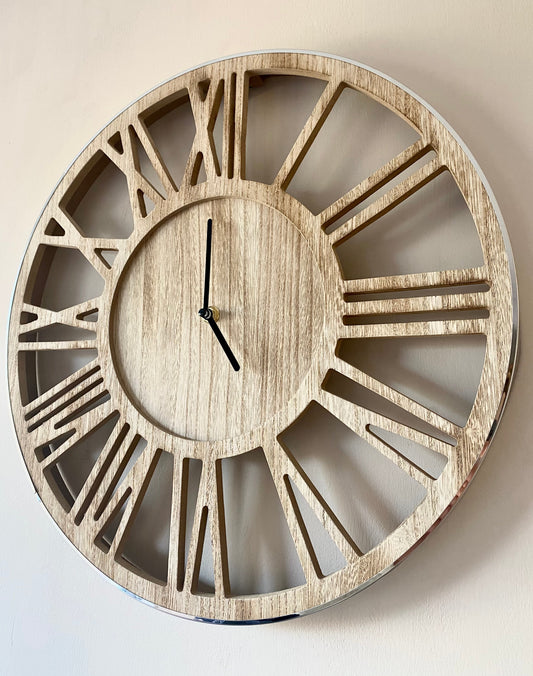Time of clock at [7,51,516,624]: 5:00
